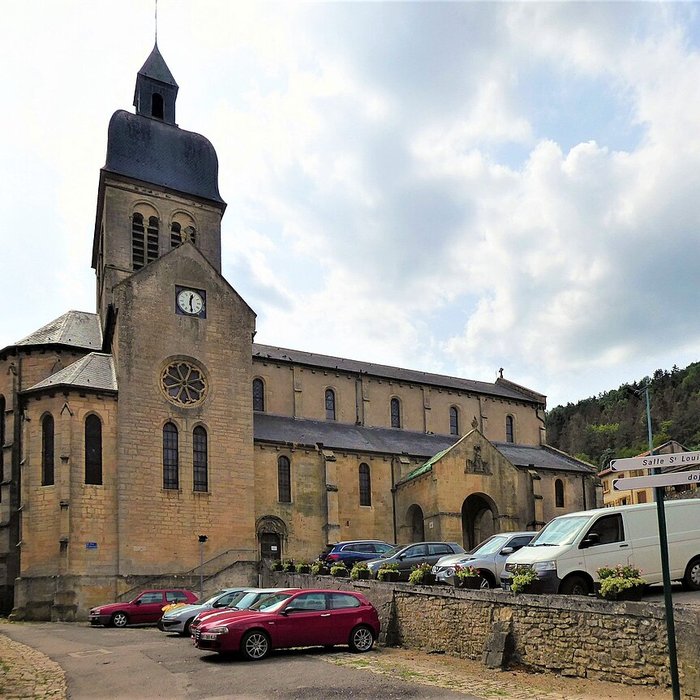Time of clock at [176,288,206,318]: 12:28
